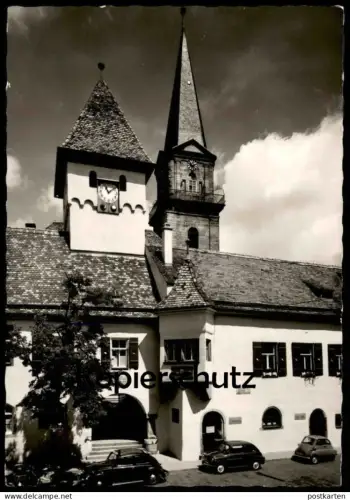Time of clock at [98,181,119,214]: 11:07
